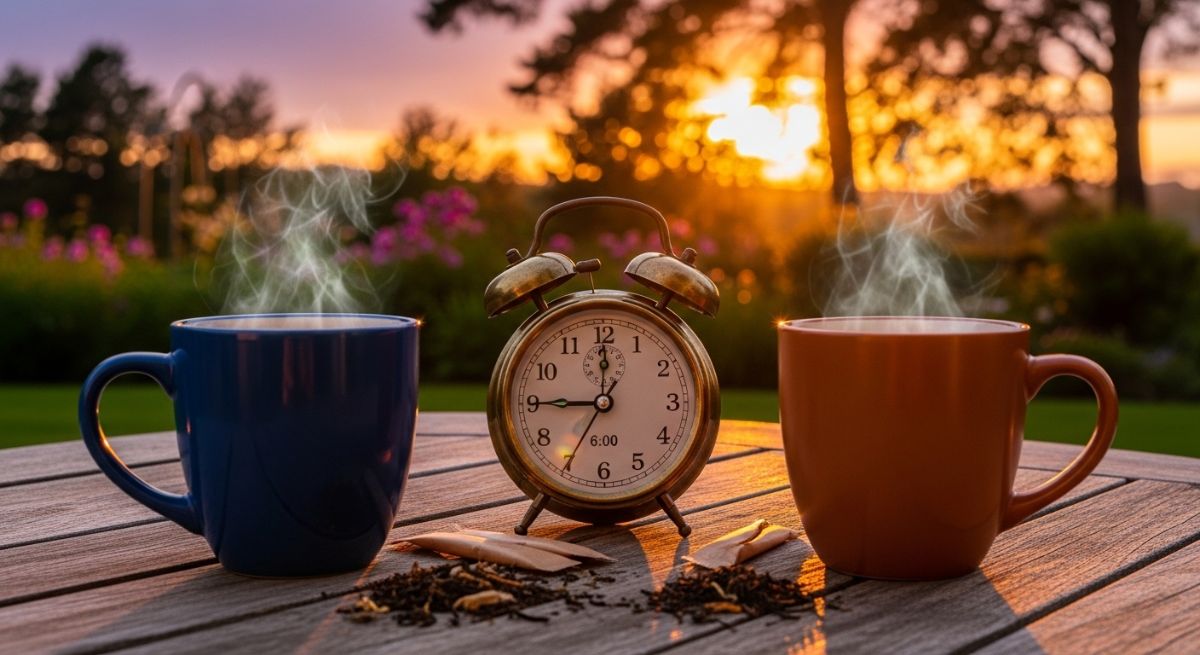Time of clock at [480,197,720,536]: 9:00
